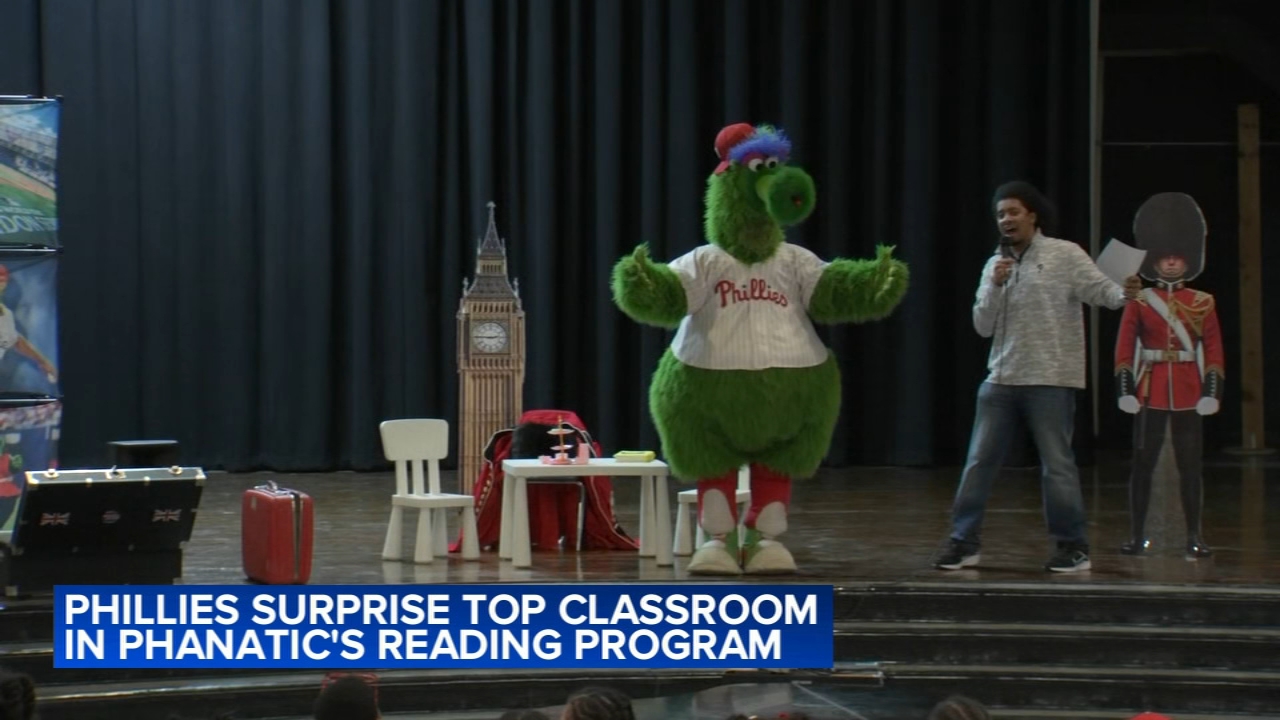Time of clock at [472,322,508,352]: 2:45
